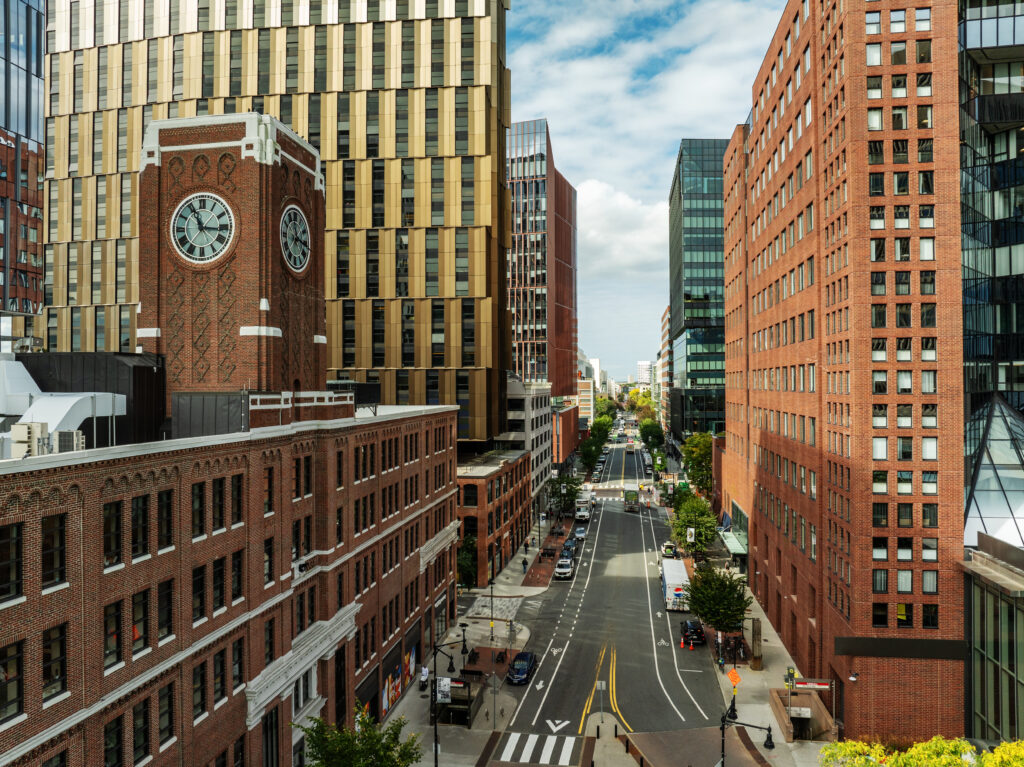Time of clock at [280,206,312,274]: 12:16
